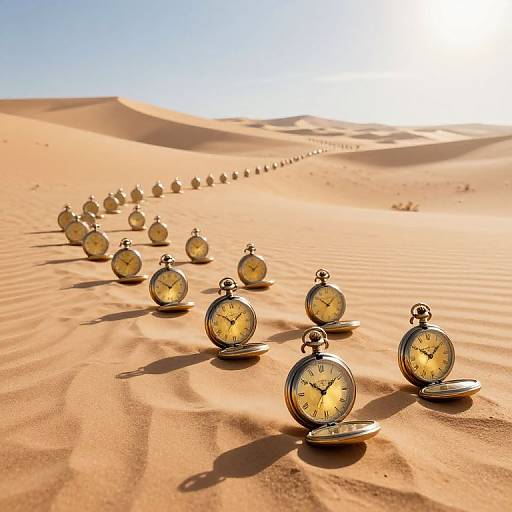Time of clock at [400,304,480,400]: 10:07
